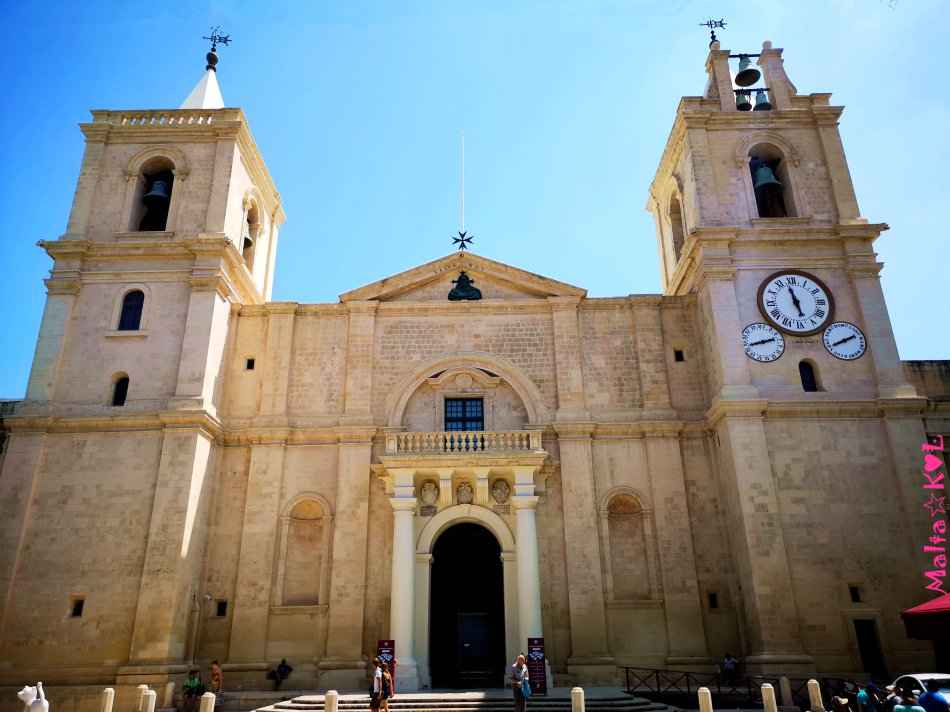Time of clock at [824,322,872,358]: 8:11
